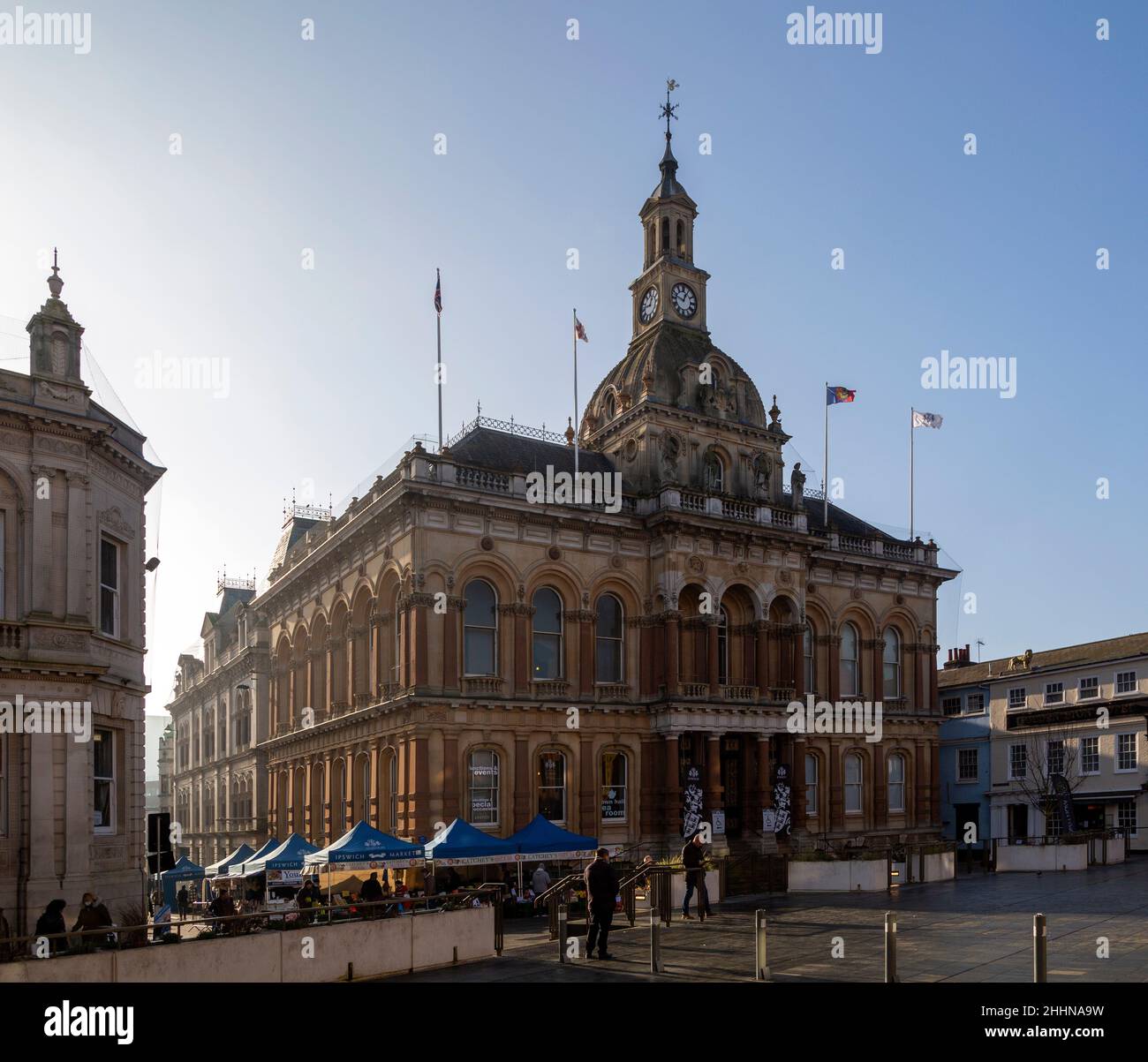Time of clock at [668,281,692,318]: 12:47
